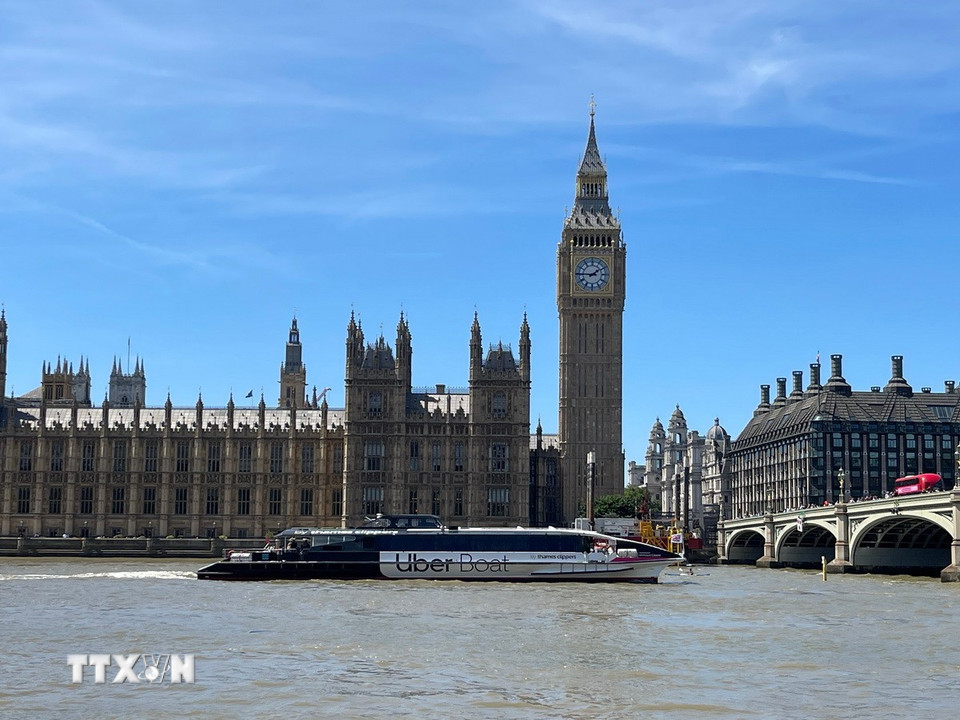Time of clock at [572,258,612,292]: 1:45
